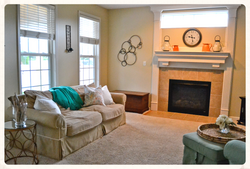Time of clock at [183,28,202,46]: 9:28
